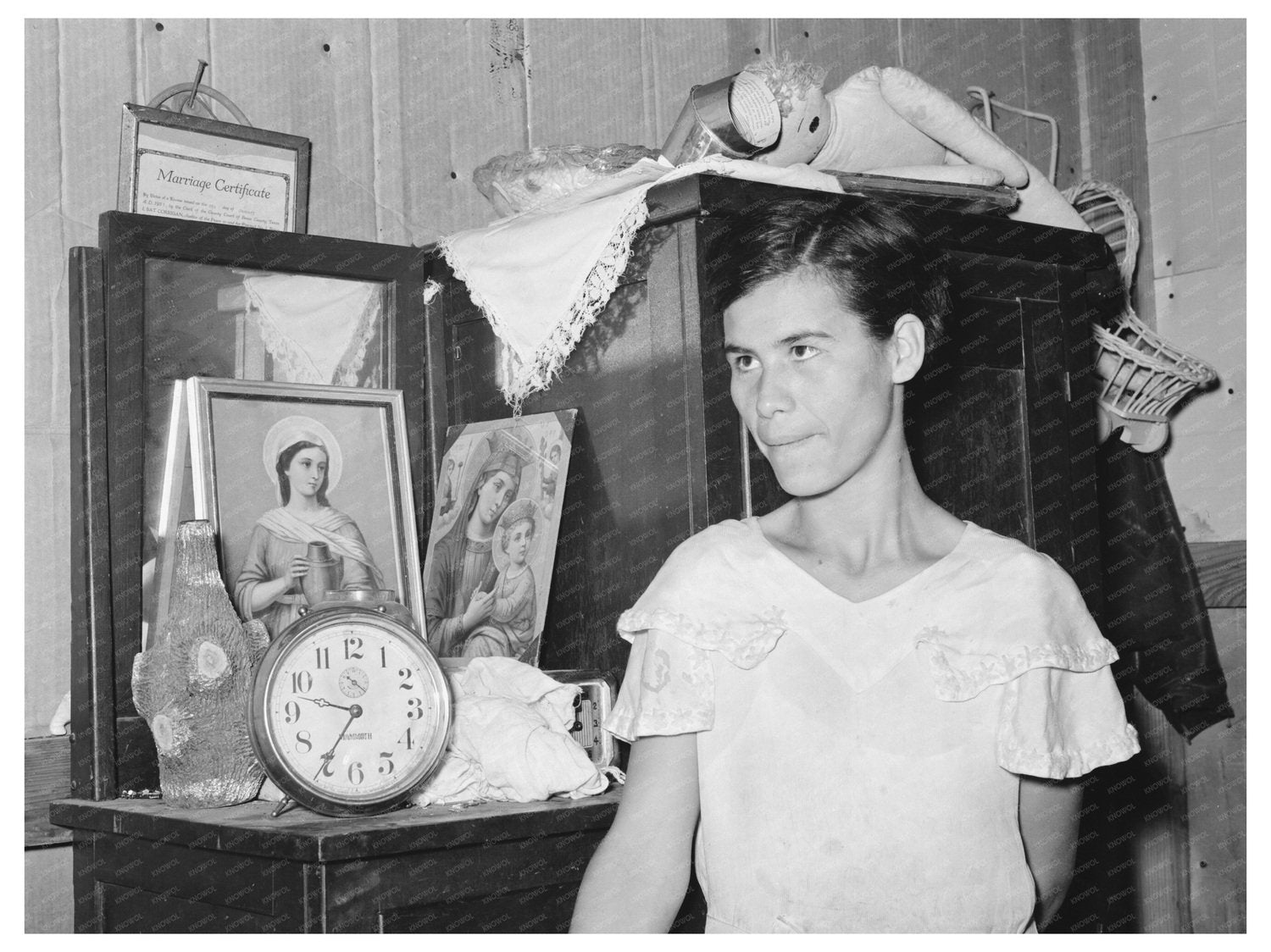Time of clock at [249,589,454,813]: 9:35
